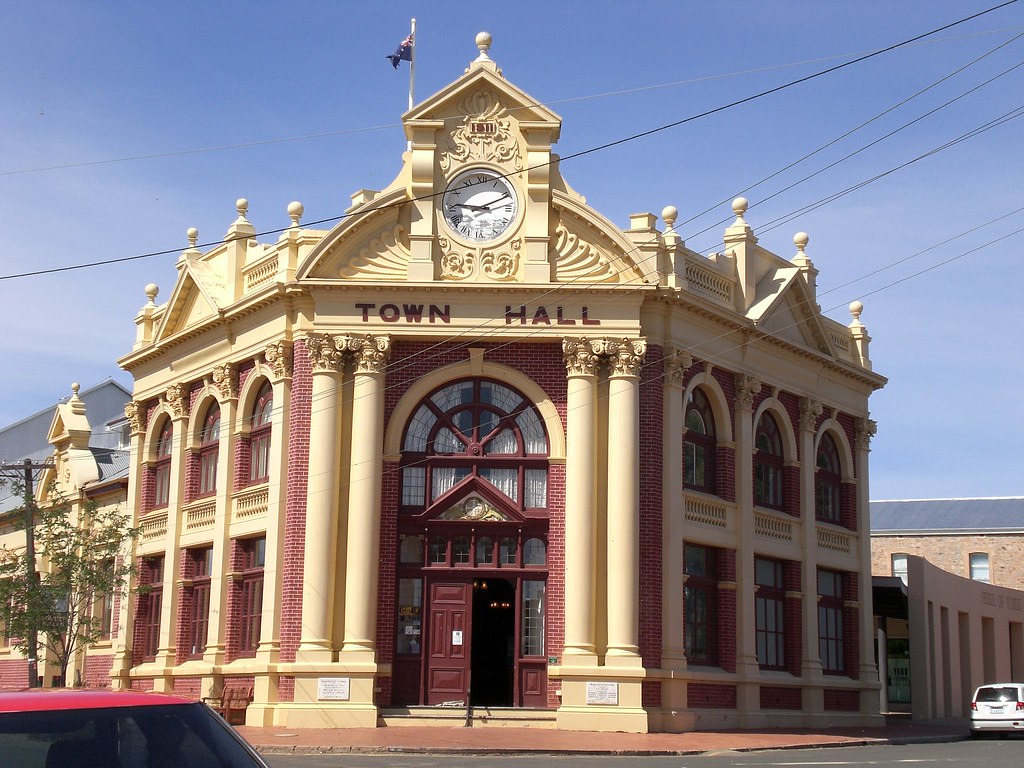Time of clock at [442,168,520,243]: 9:11
